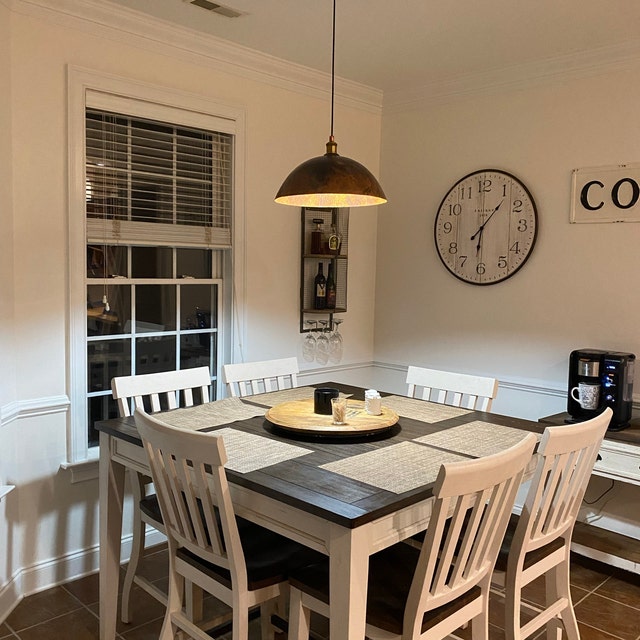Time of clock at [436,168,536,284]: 6:06
